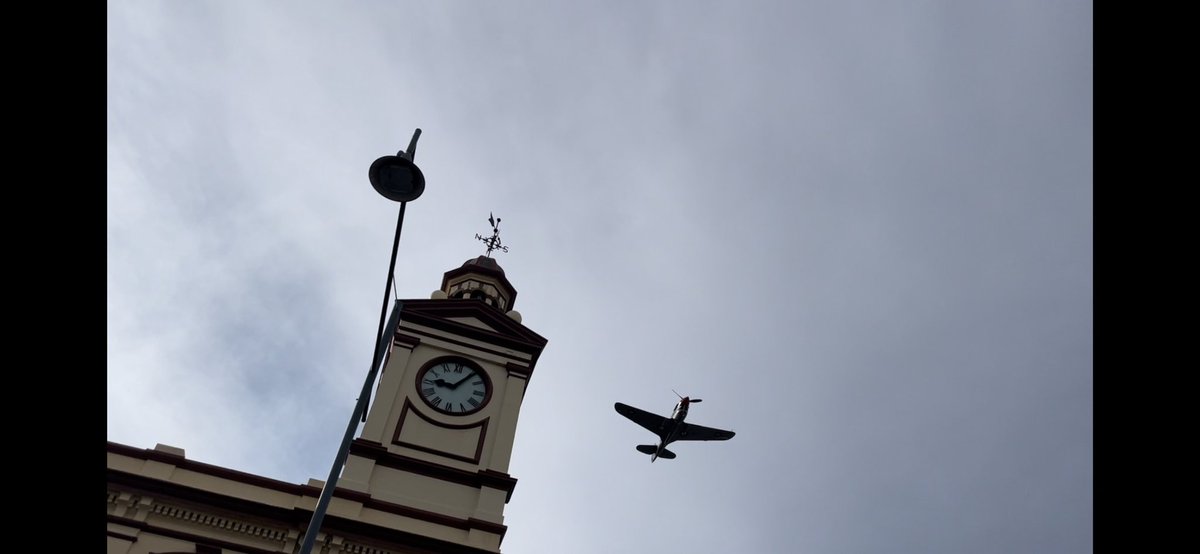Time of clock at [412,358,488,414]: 9:05
